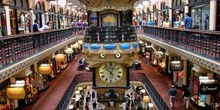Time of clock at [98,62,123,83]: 12:52
